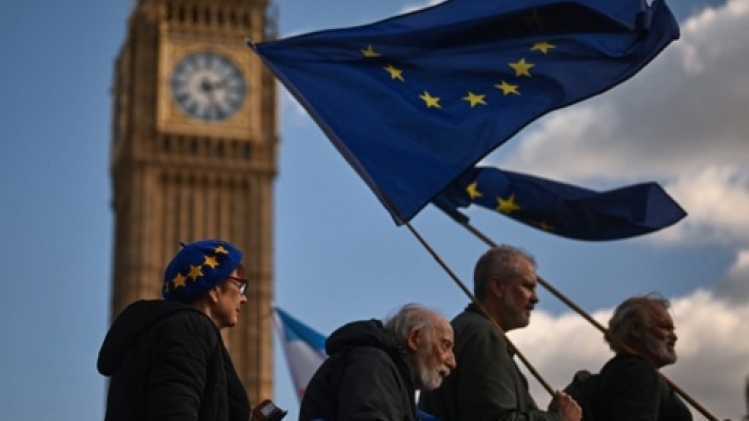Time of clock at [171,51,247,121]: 2:26
